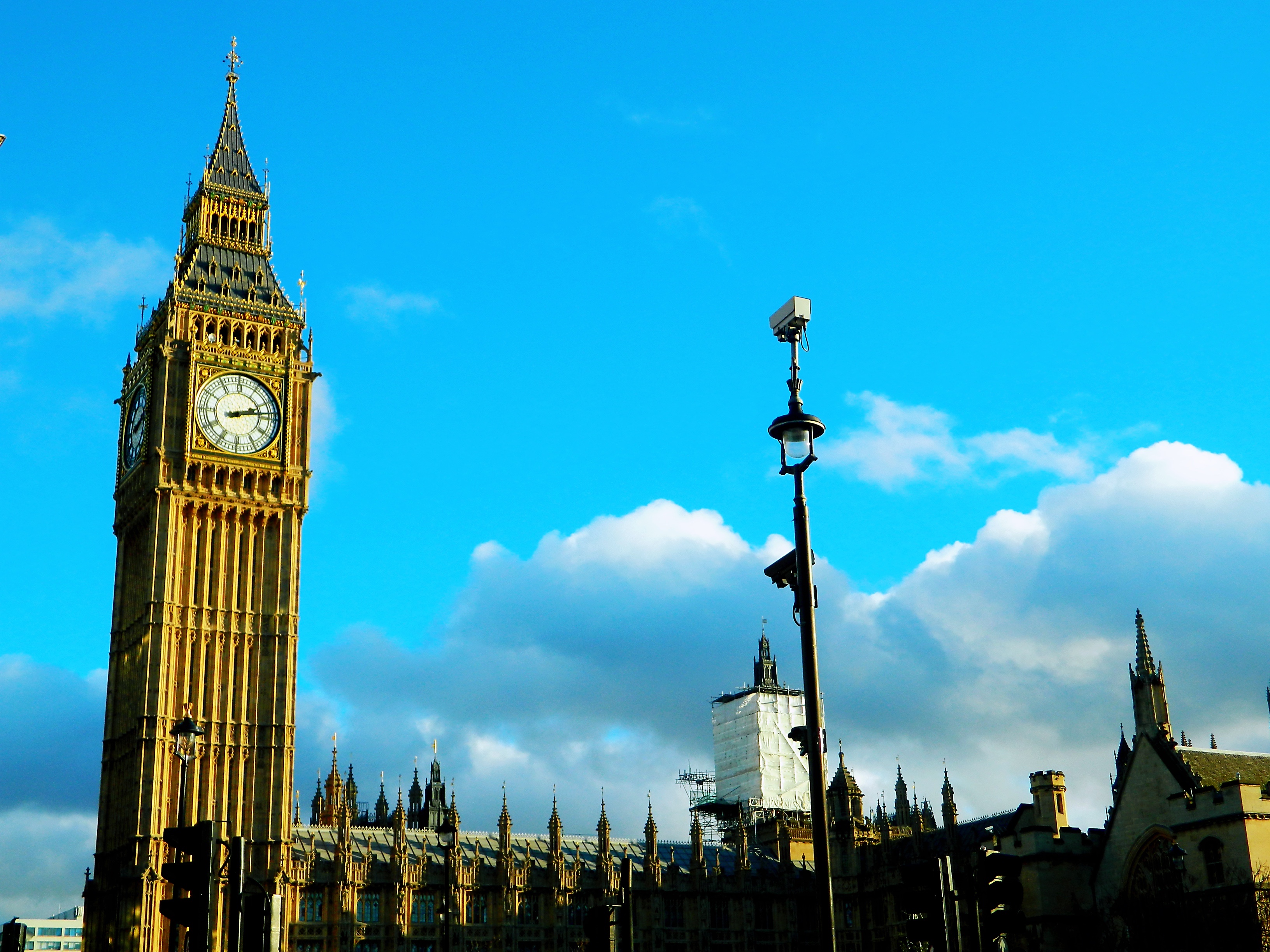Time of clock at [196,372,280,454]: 2:13
